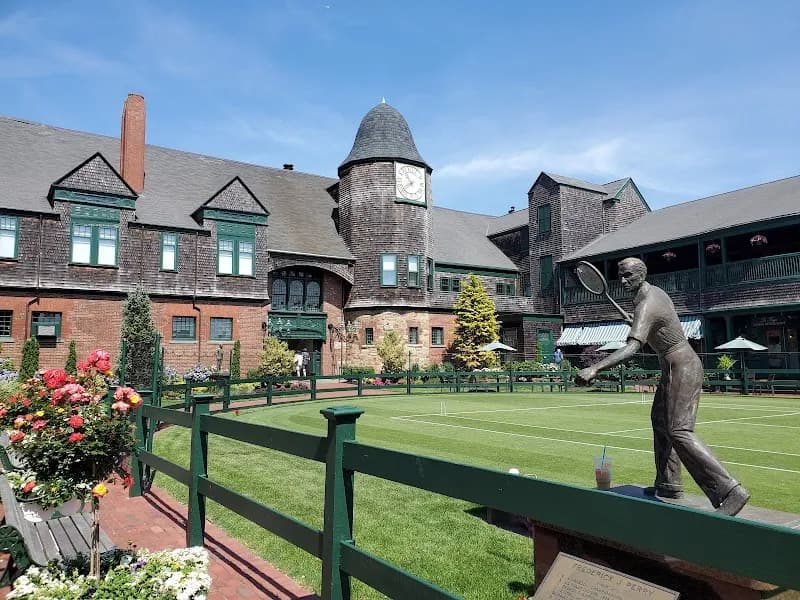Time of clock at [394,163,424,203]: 10:39
